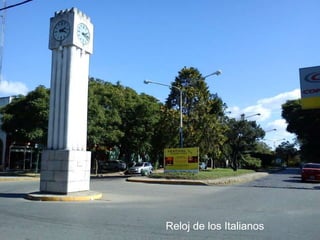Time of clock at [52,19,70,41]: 2:18
